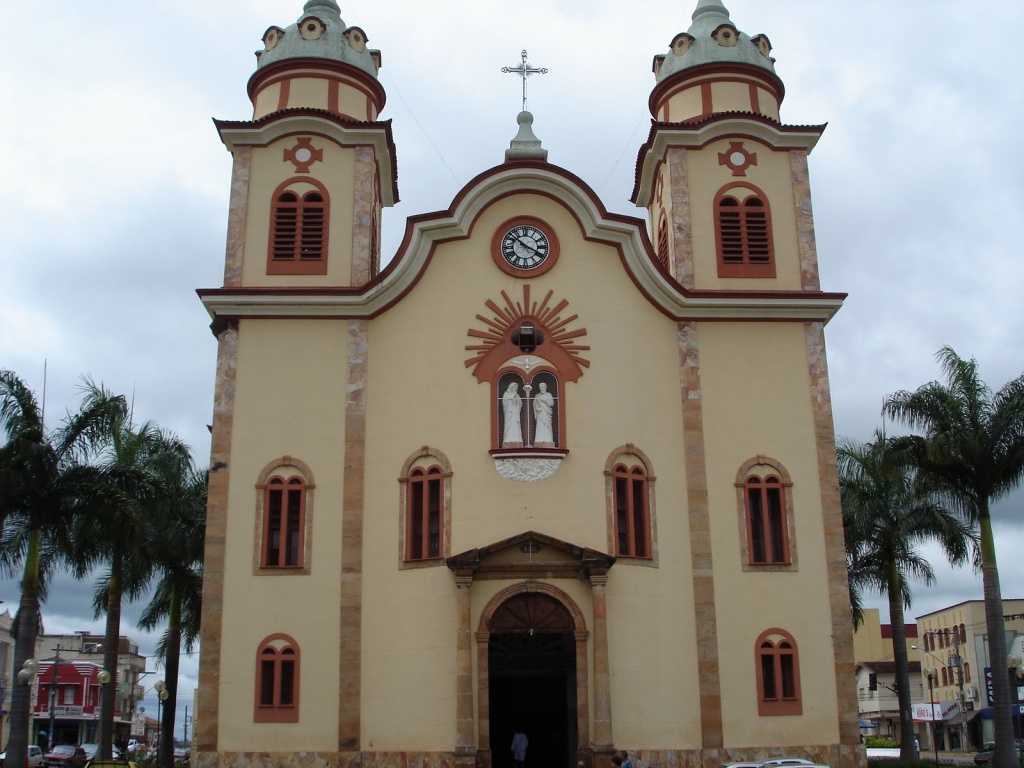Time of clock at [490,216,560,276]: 3:51
